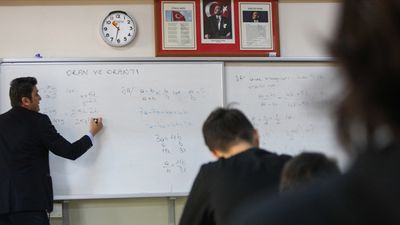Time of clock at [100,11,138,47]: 10:32
